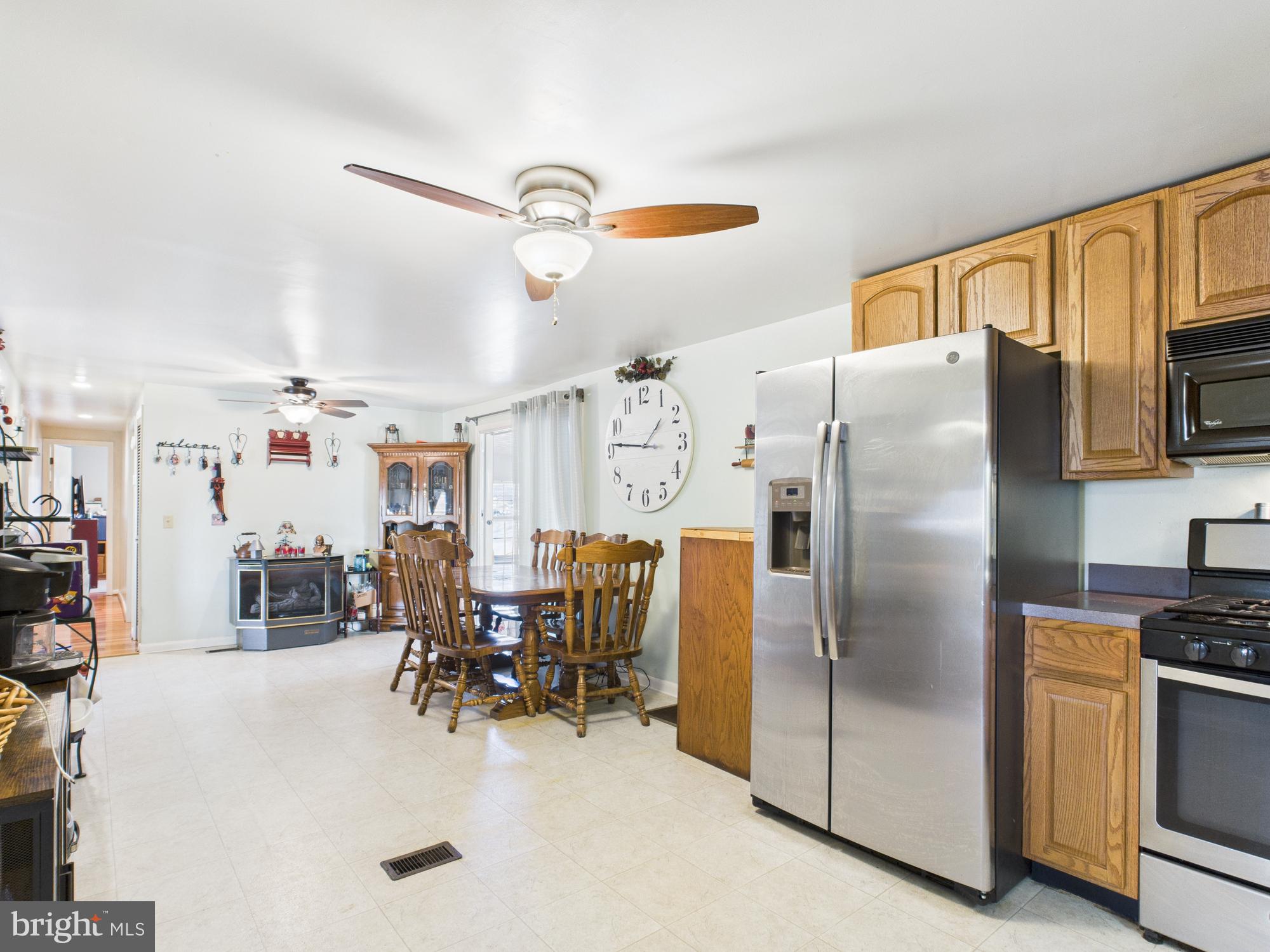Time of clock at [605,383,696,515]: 1:46
